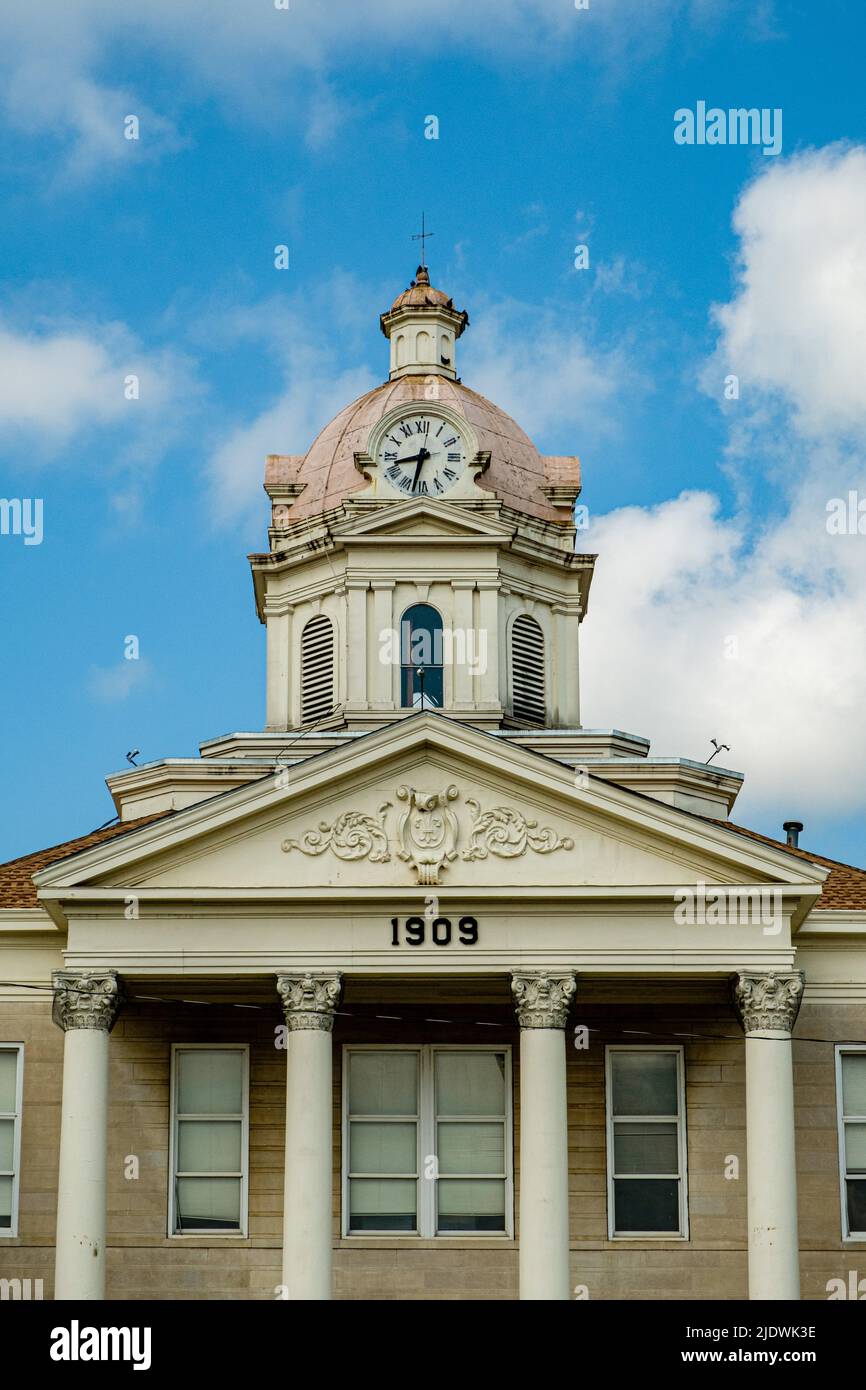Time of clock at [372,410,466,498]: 8:32
